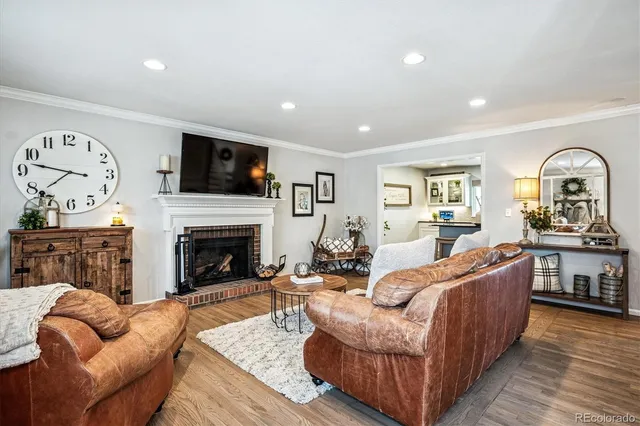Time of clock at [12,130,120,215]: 7:46
